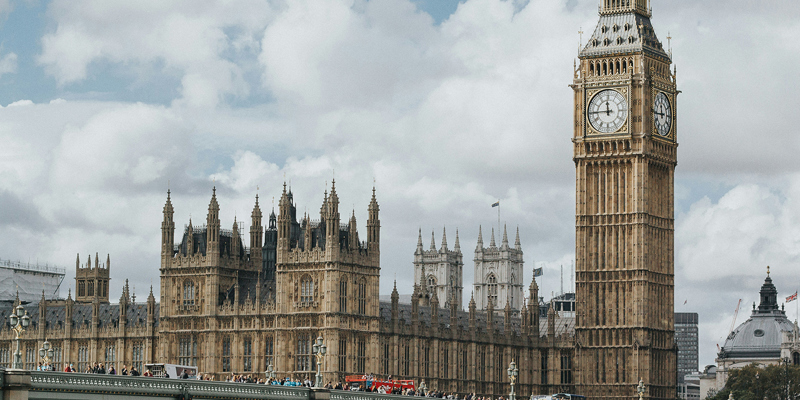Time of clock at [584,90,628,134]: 11:44
